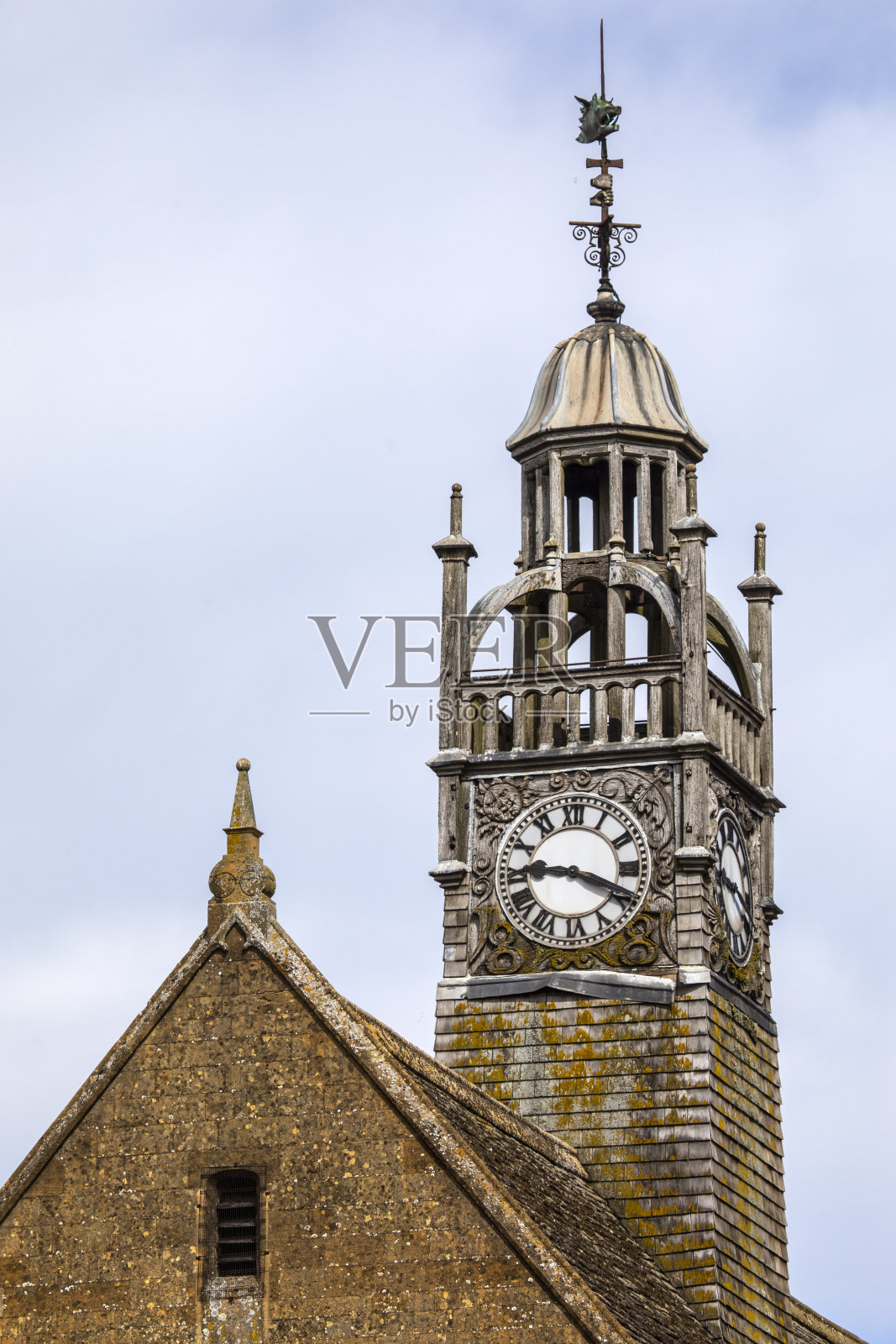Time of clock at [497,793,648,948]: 9:18
